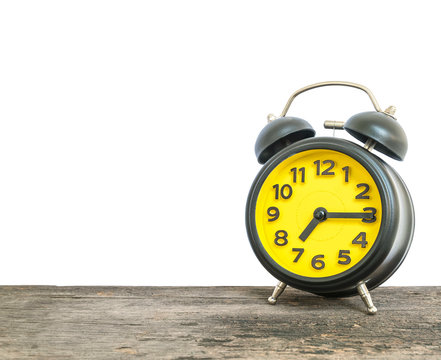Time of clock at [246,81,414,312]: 7:15
